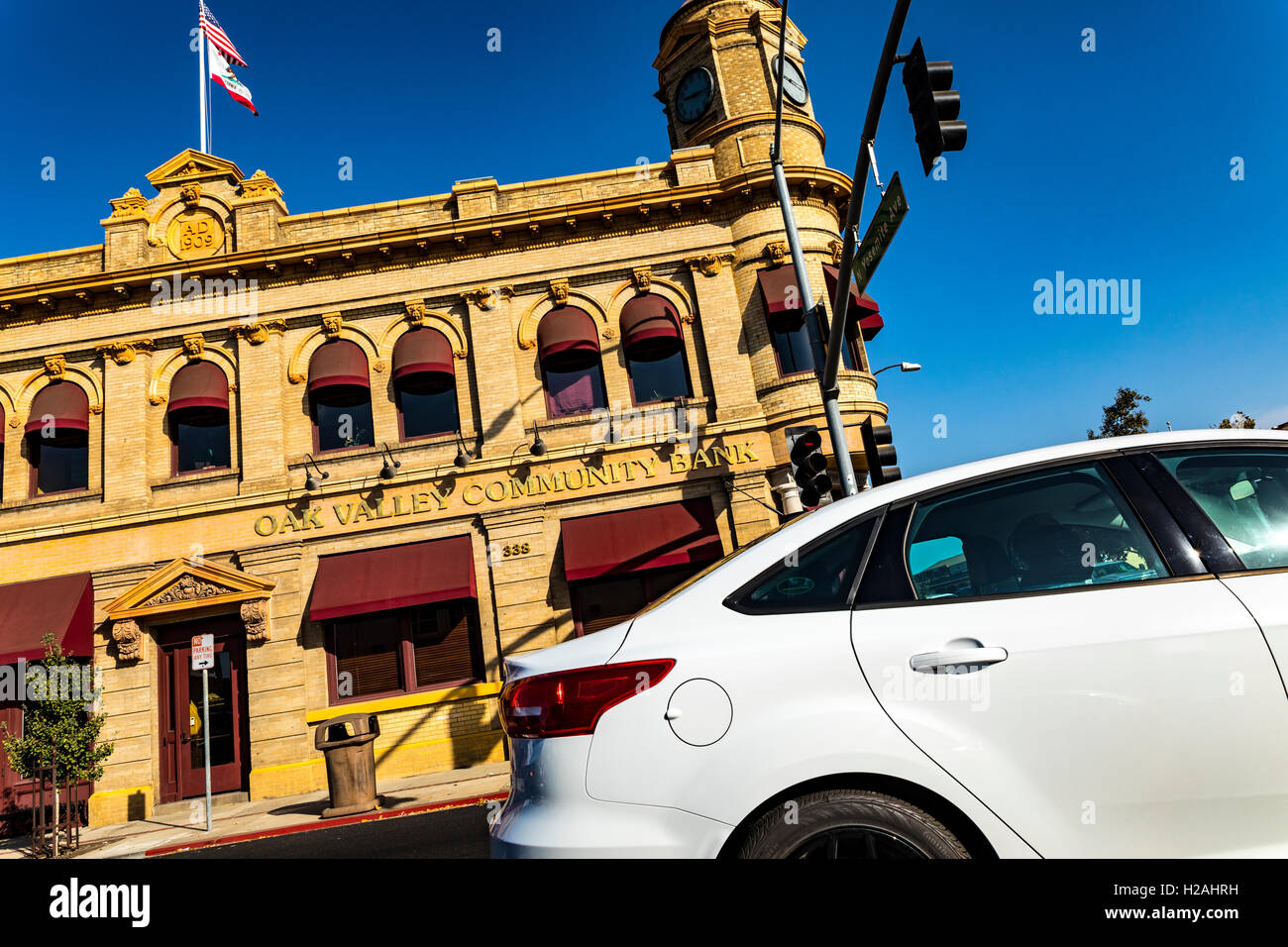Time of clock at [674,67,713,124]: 9:15
